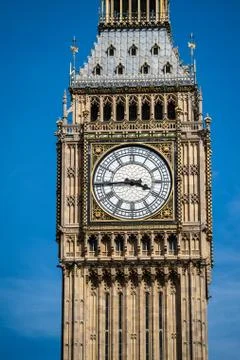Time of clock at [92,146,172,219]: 3:44
